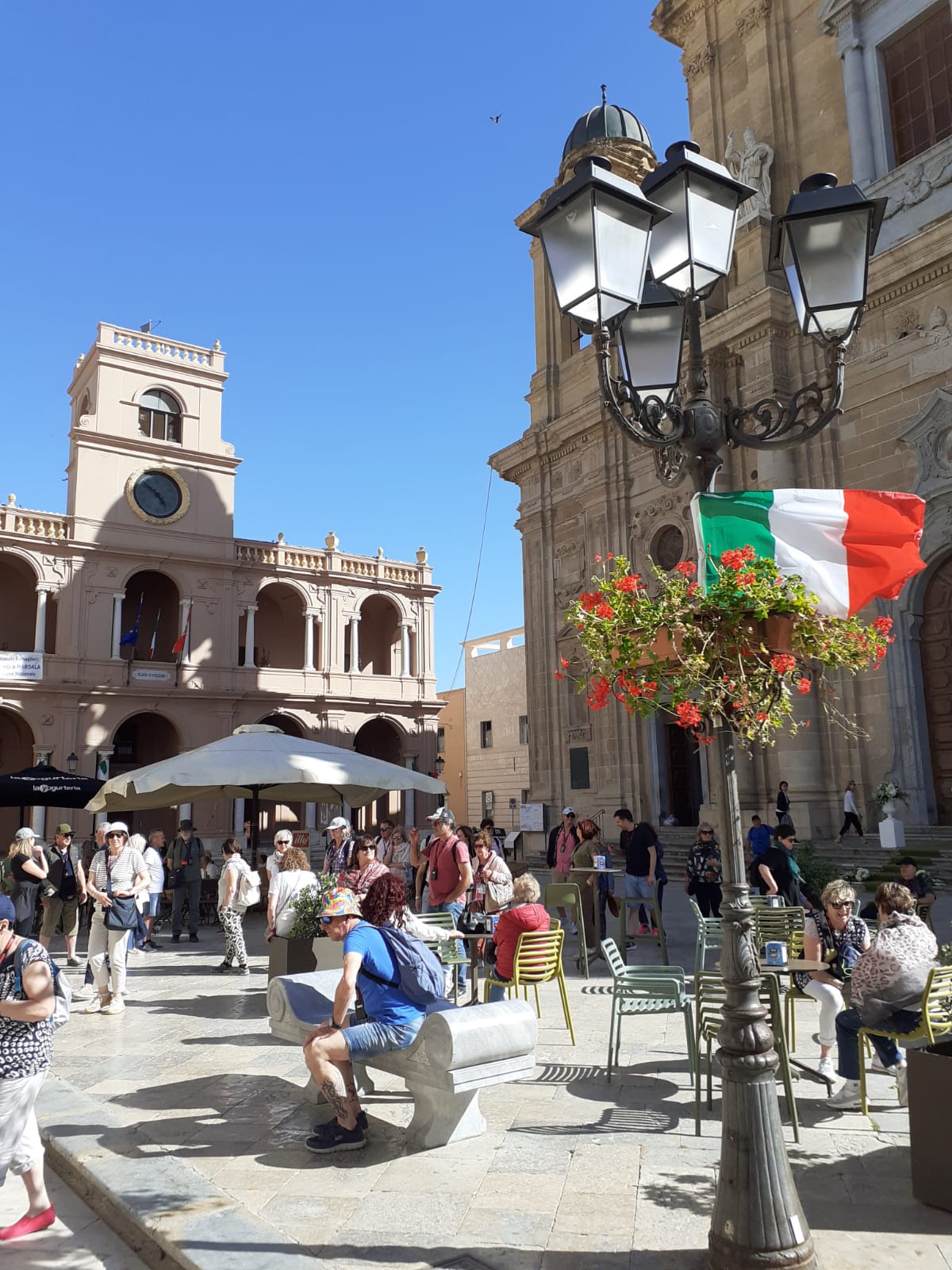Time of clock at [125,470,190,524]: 4:51
